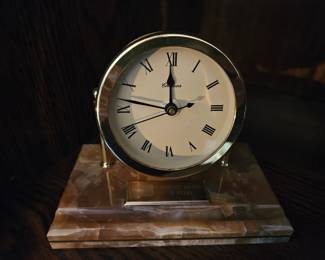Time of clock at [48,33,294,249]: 11:46
